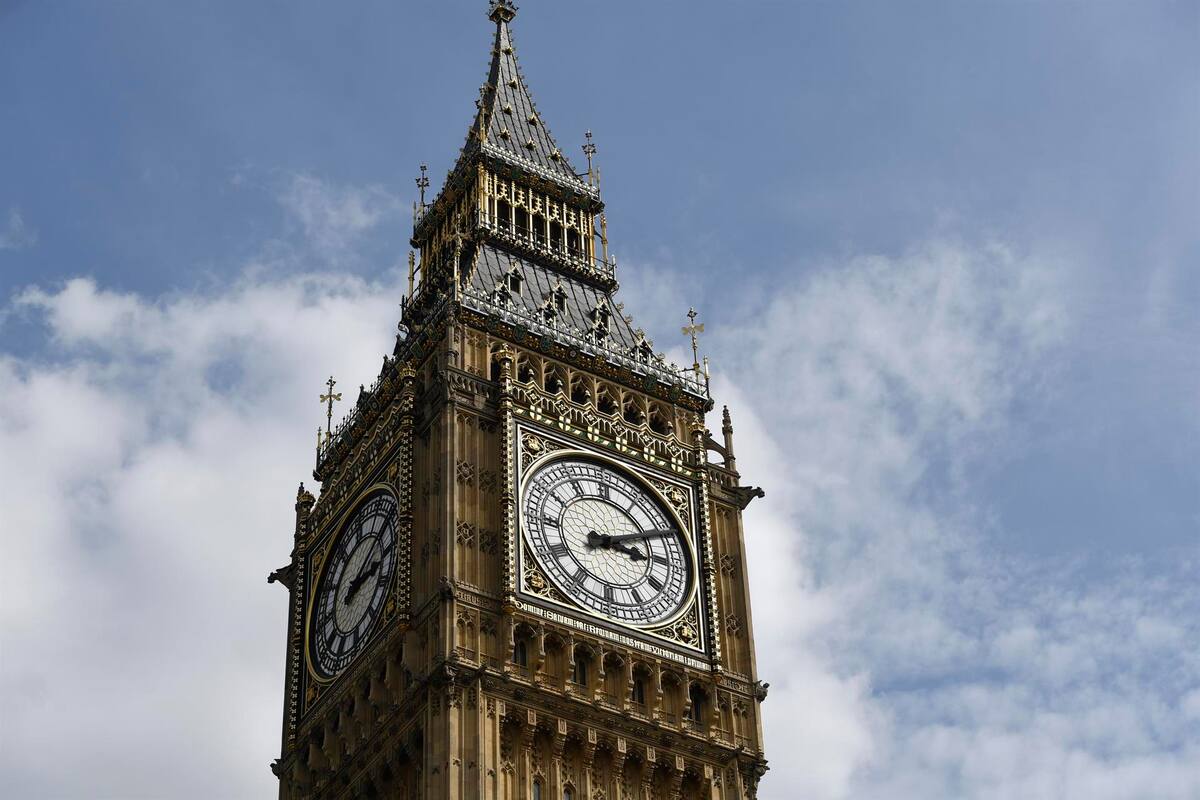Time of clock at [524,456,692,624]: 3:10
